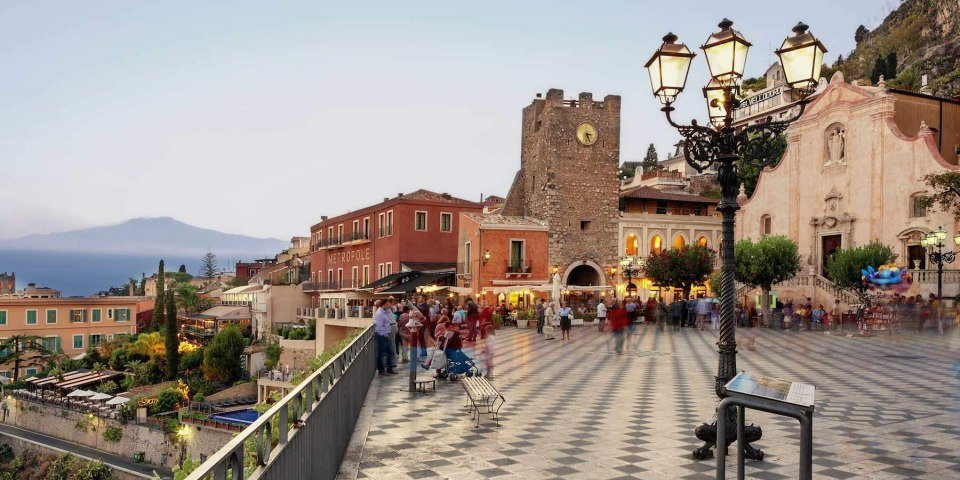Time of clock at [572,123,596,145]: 3:26
